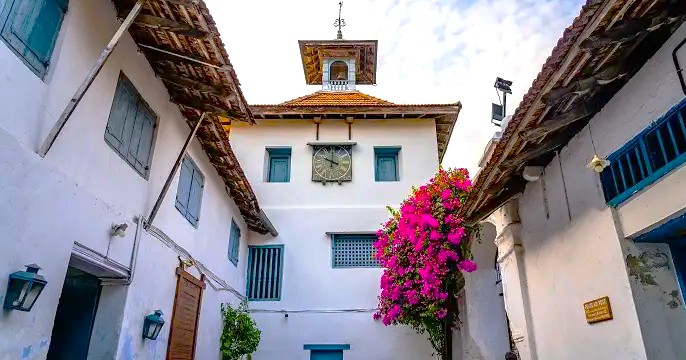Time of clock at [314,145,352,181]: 10:00
